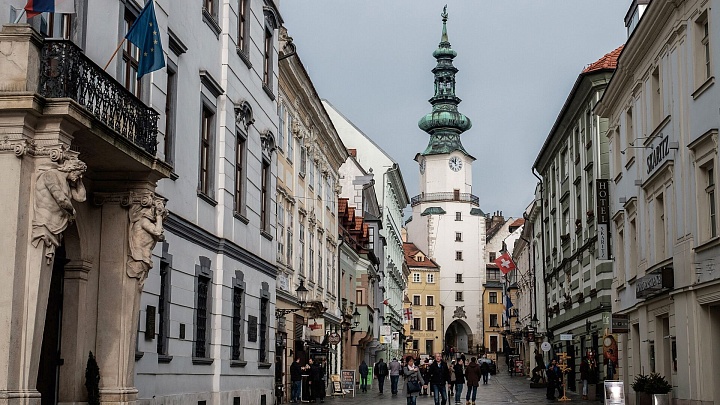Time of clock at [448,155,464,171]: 11:51
